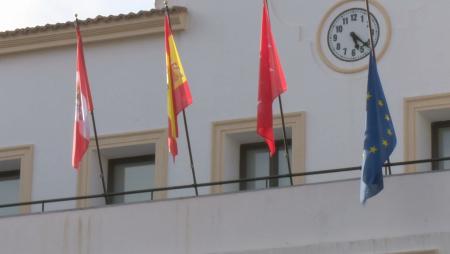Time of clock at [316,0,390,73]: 5:21
